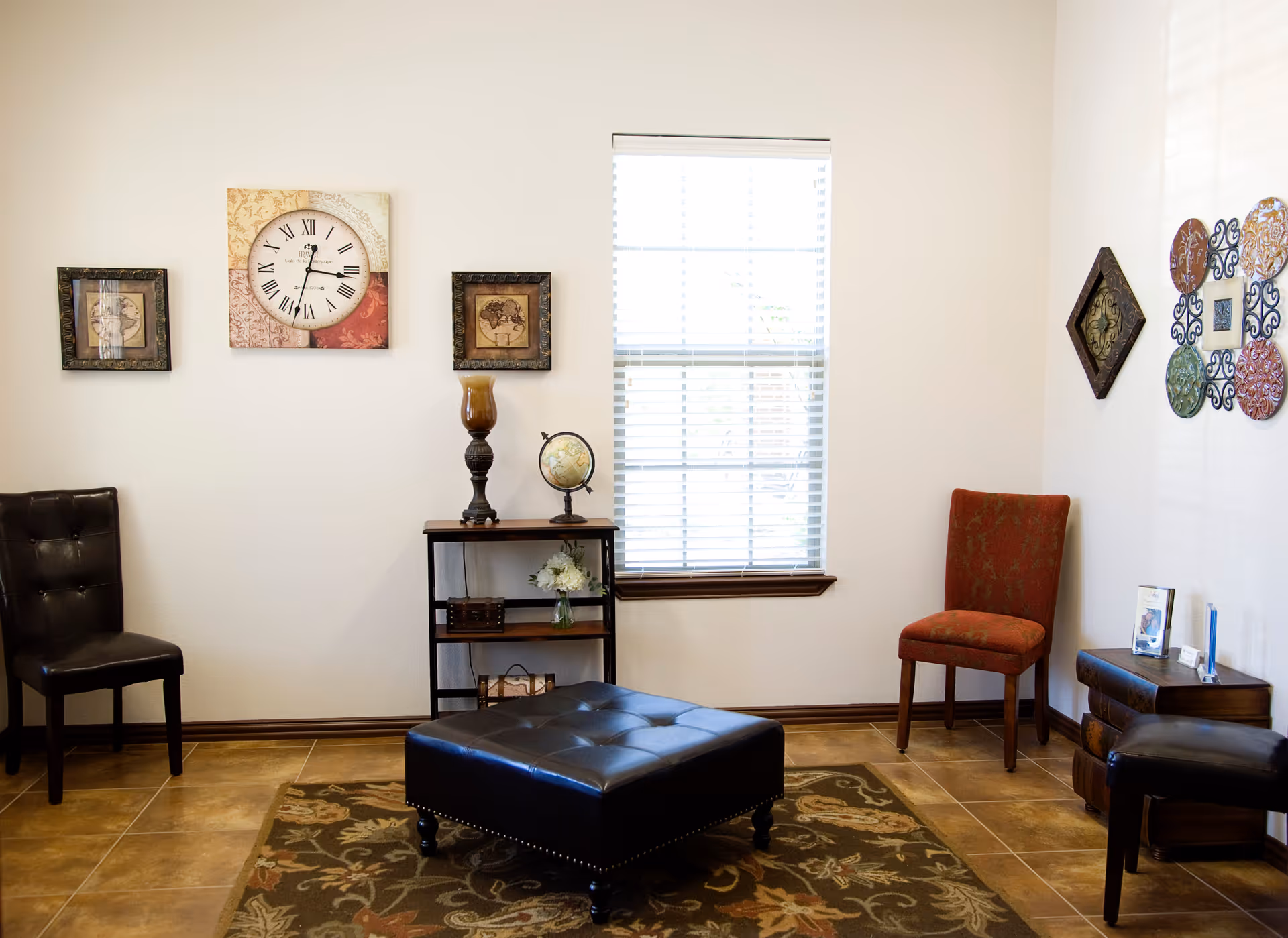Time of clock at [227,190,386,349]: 12:32
